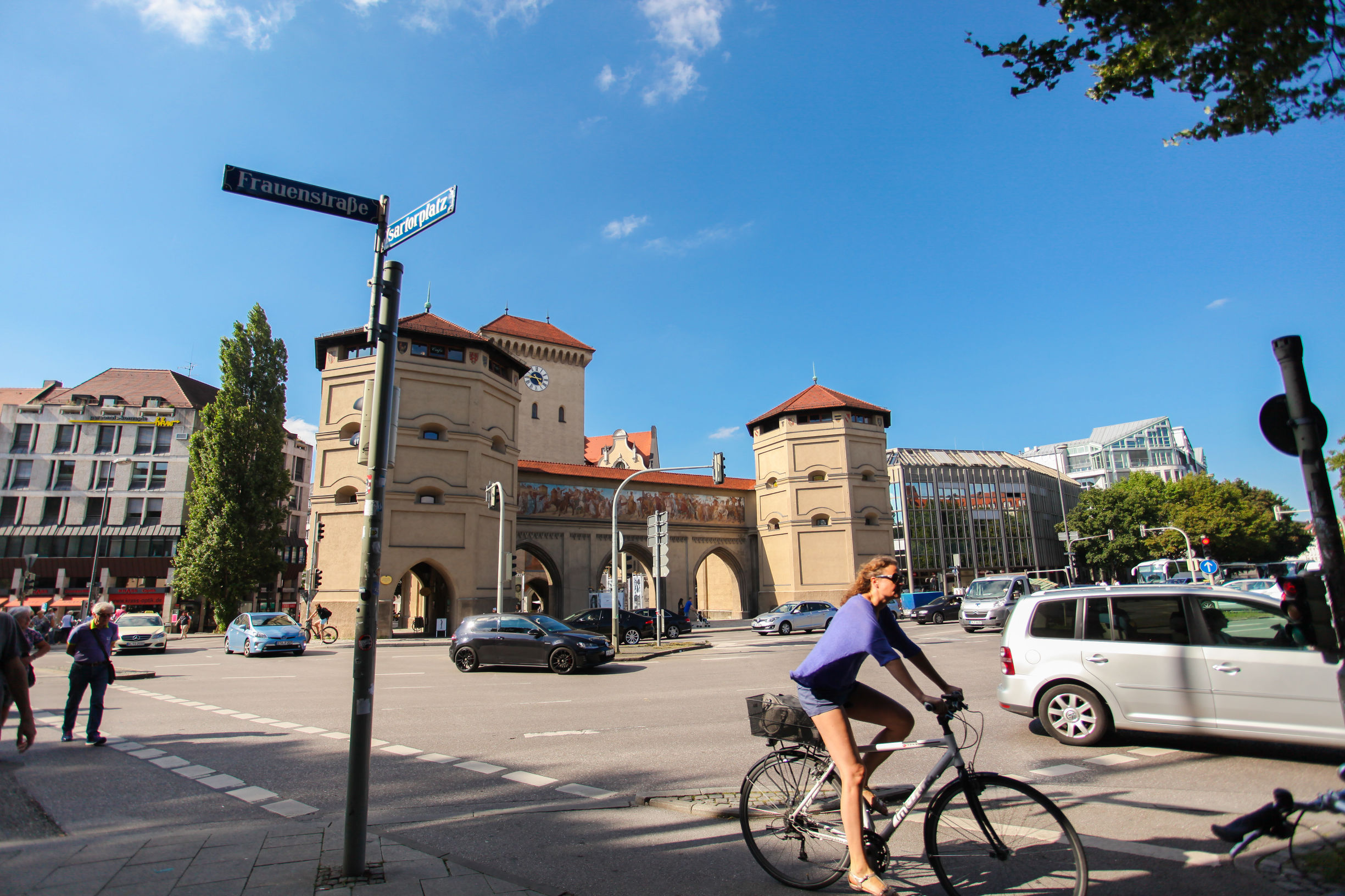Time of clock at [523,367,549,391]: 4:46
